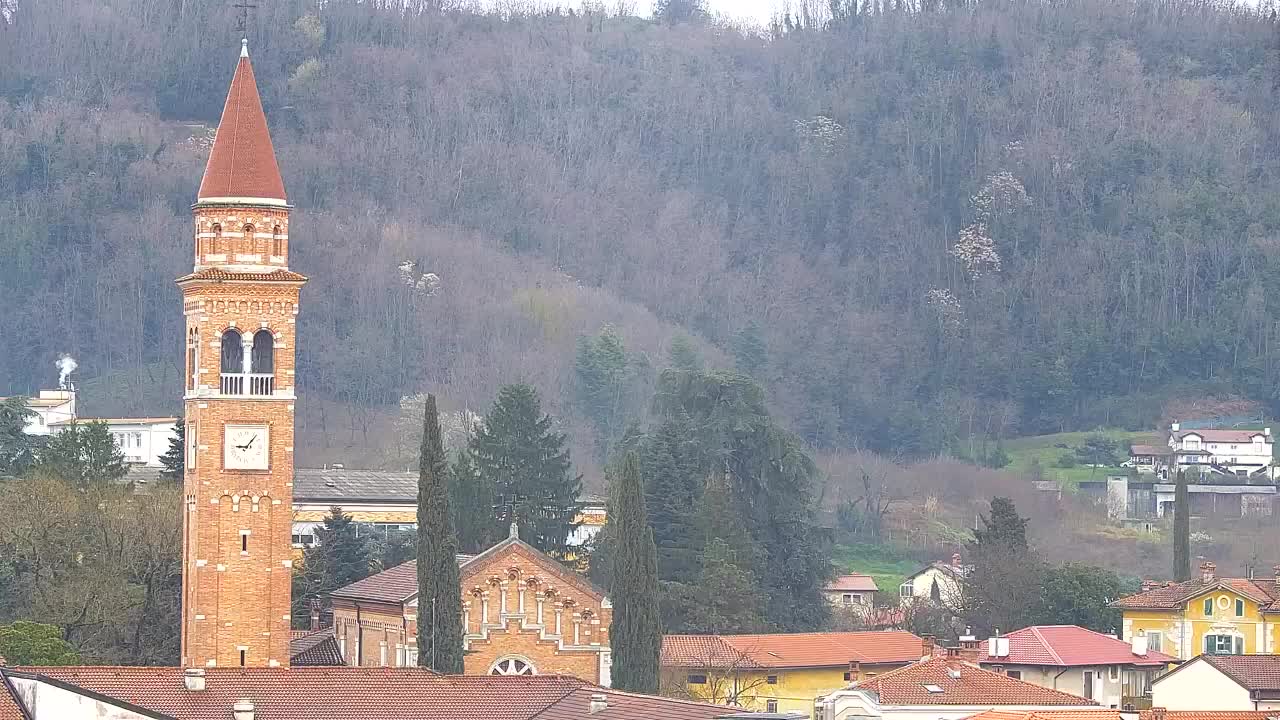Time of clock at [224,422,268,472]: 9:07
